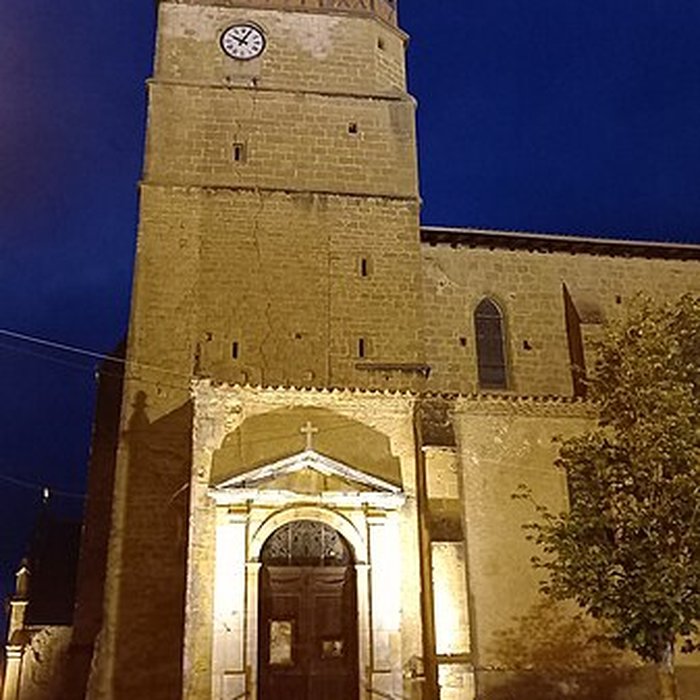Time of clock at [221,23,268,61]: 10:04
